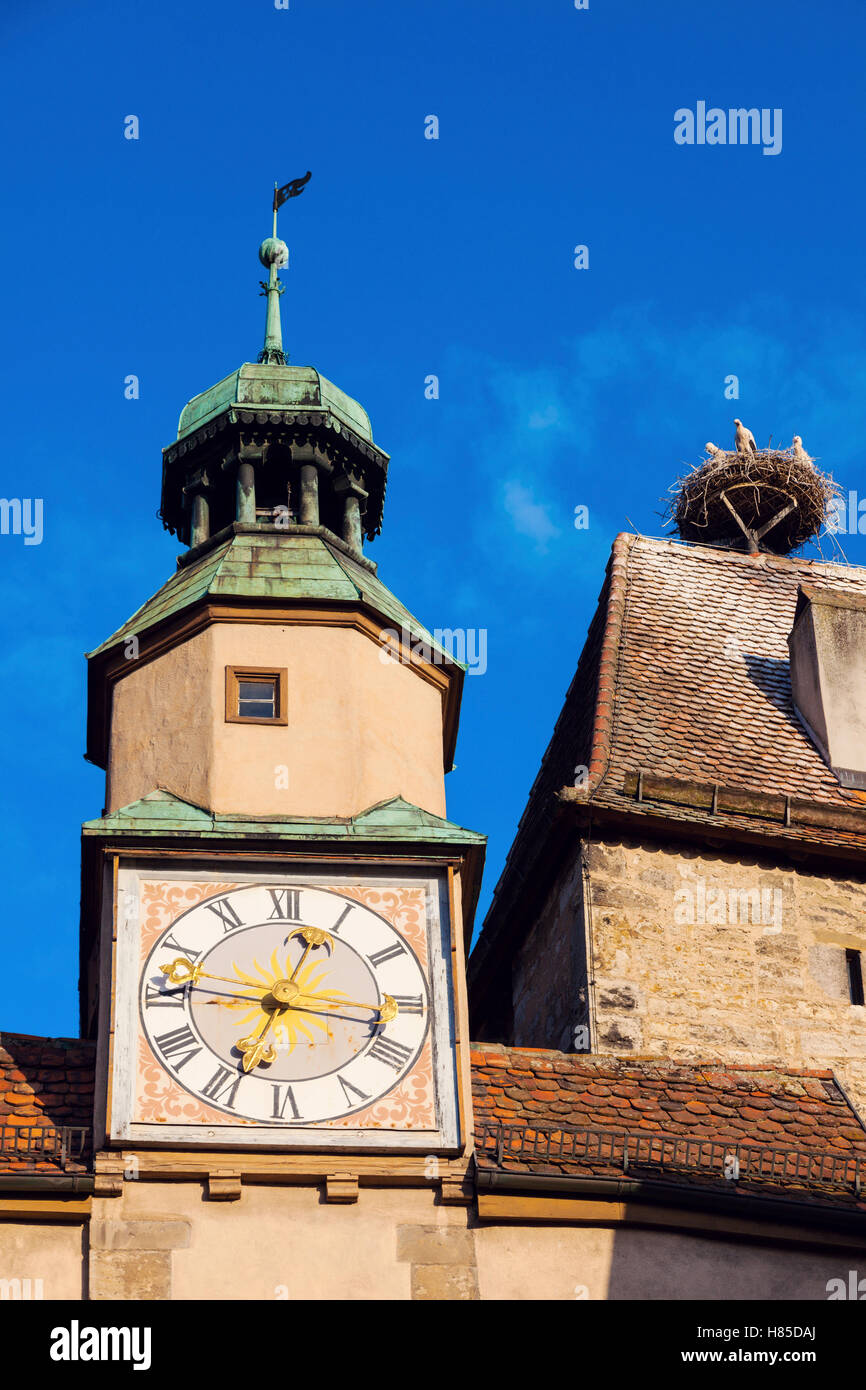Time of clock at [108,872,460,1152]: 12:46
